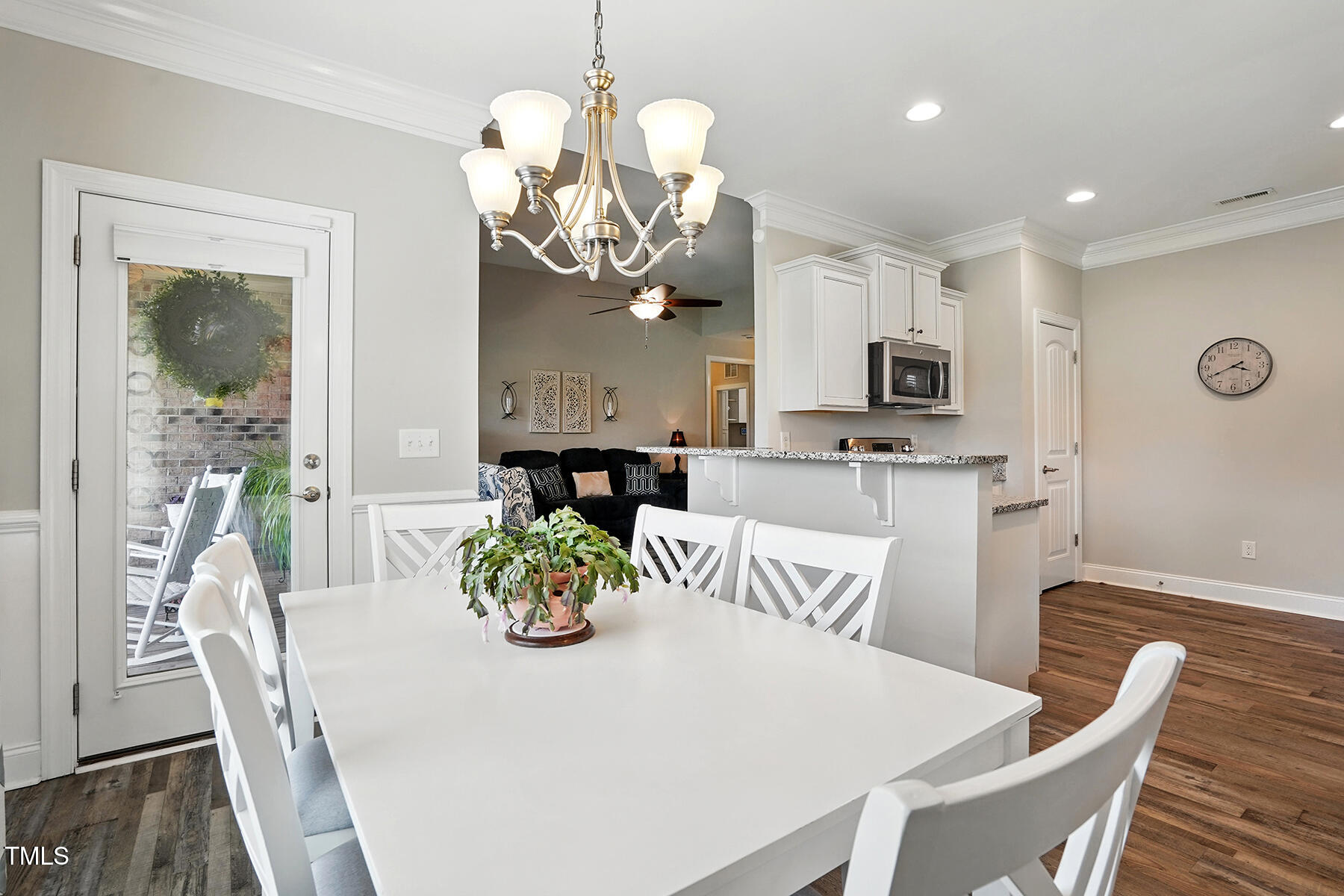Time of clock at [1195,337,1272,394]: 3:40
